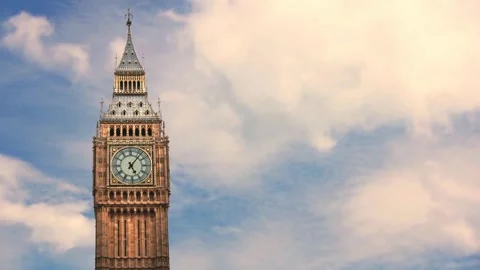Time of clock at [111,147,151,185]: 5:06
